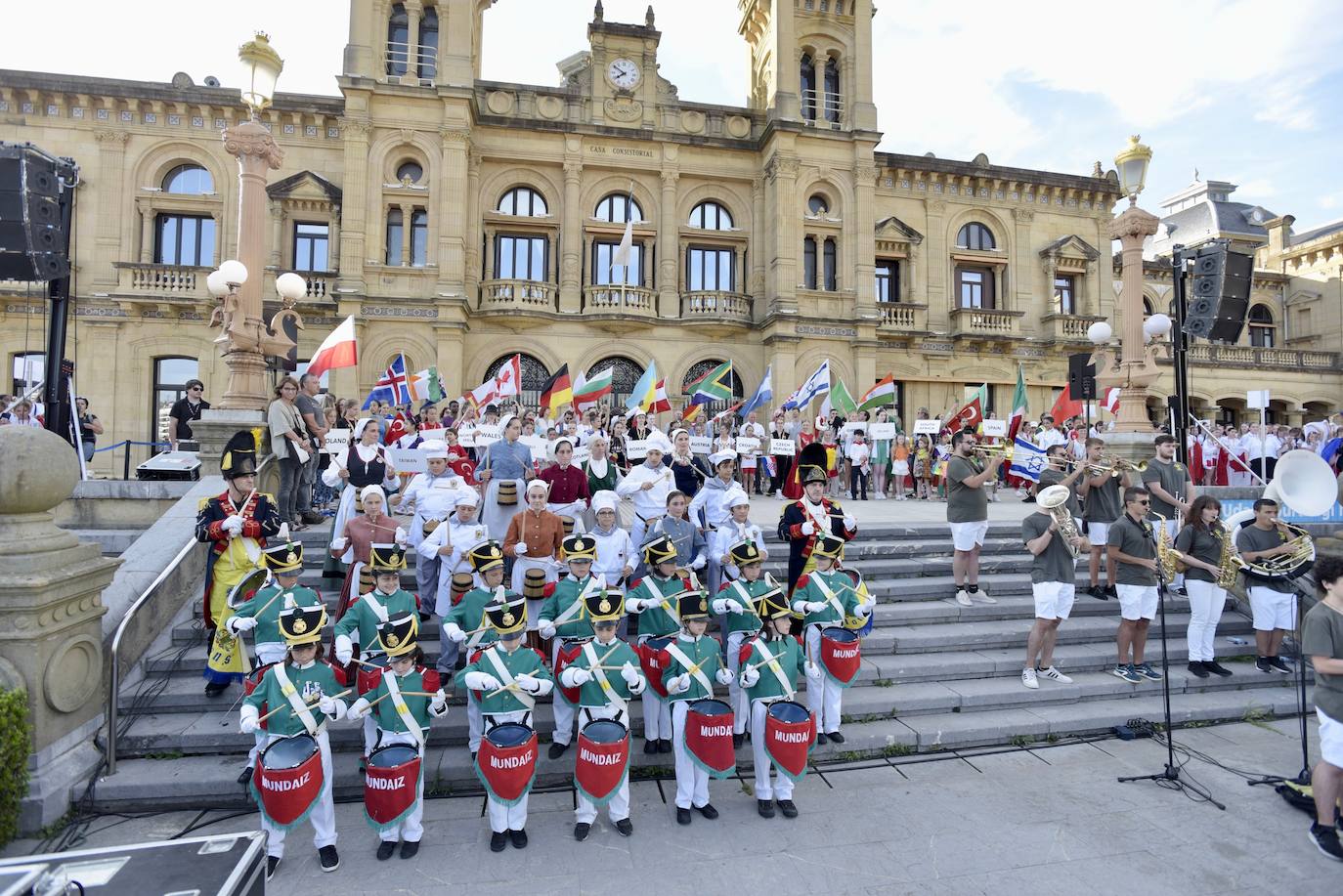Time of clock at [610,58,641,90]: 7:50
